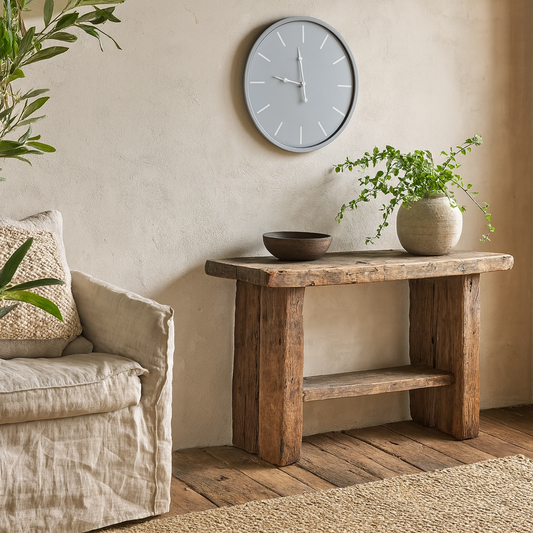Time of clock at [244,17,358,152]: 11:46
